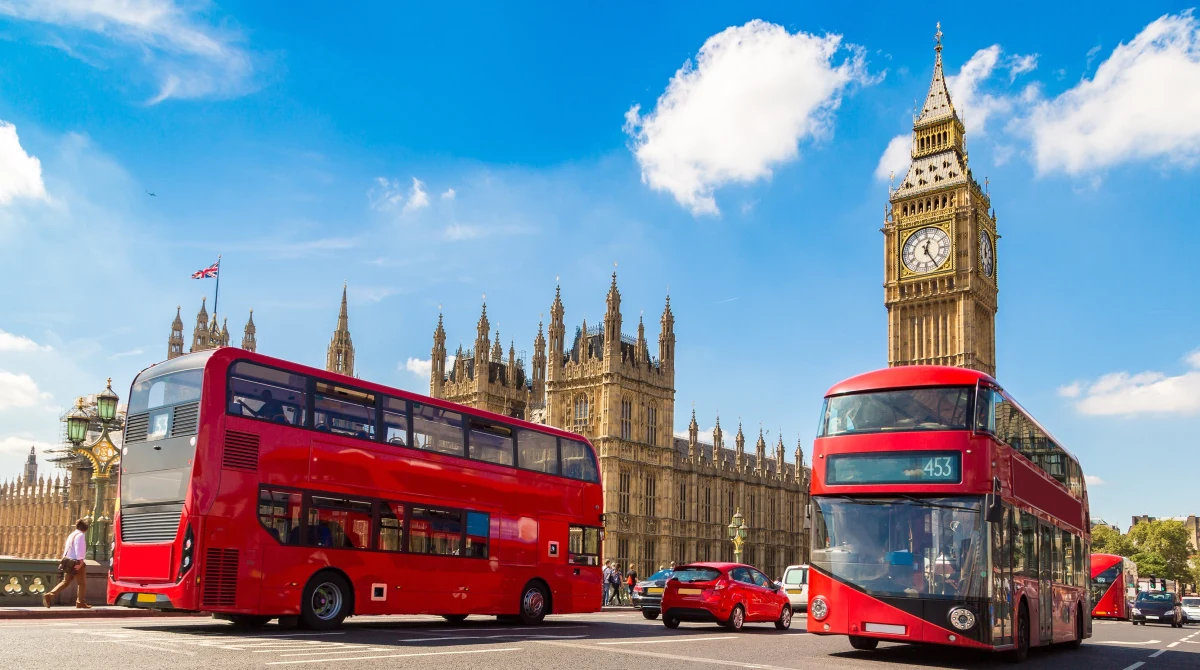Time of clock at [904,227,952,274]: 12:24
